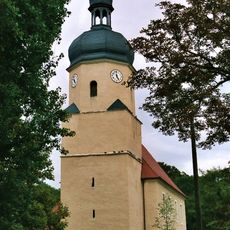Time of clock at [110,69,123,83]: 4:59
